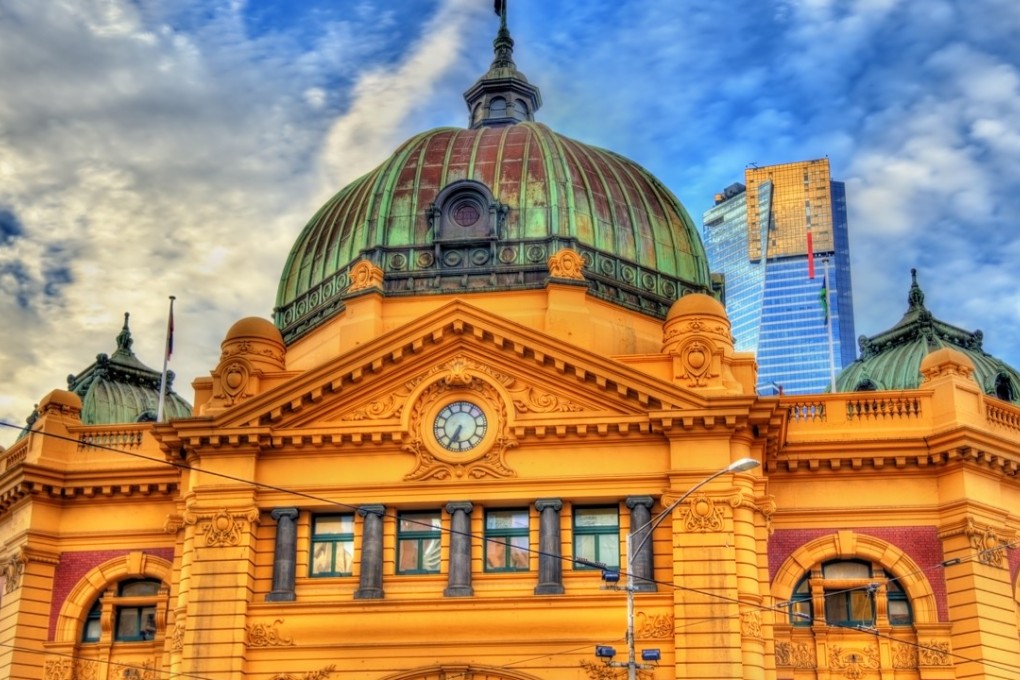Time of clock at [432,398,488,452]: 6:34
